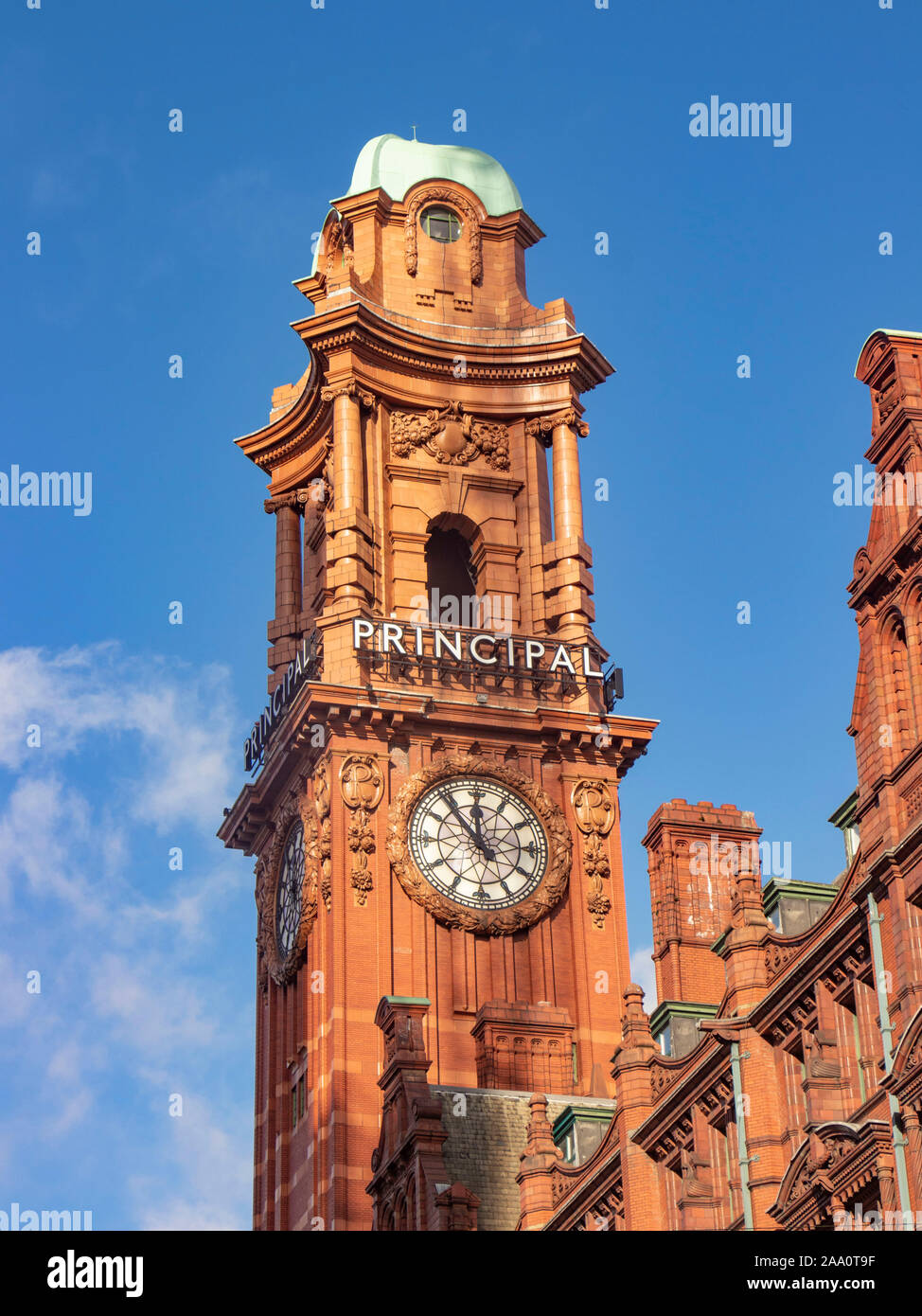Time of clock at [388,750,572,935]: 11:53
